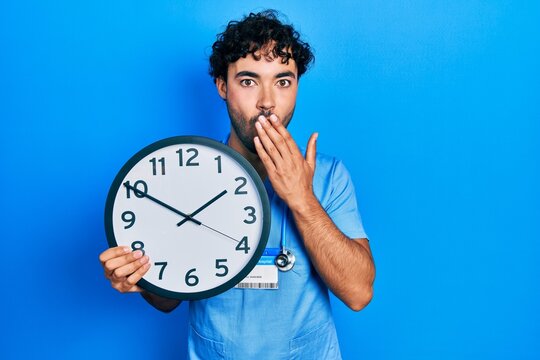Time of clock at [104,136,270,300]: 1:50
